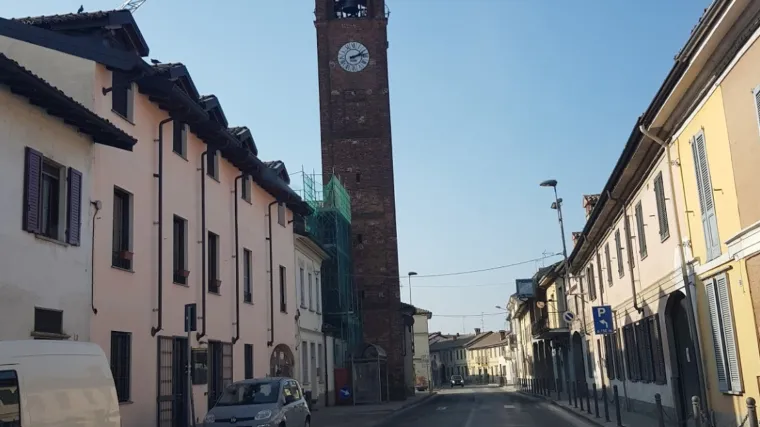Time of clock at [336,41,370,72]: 2:12
